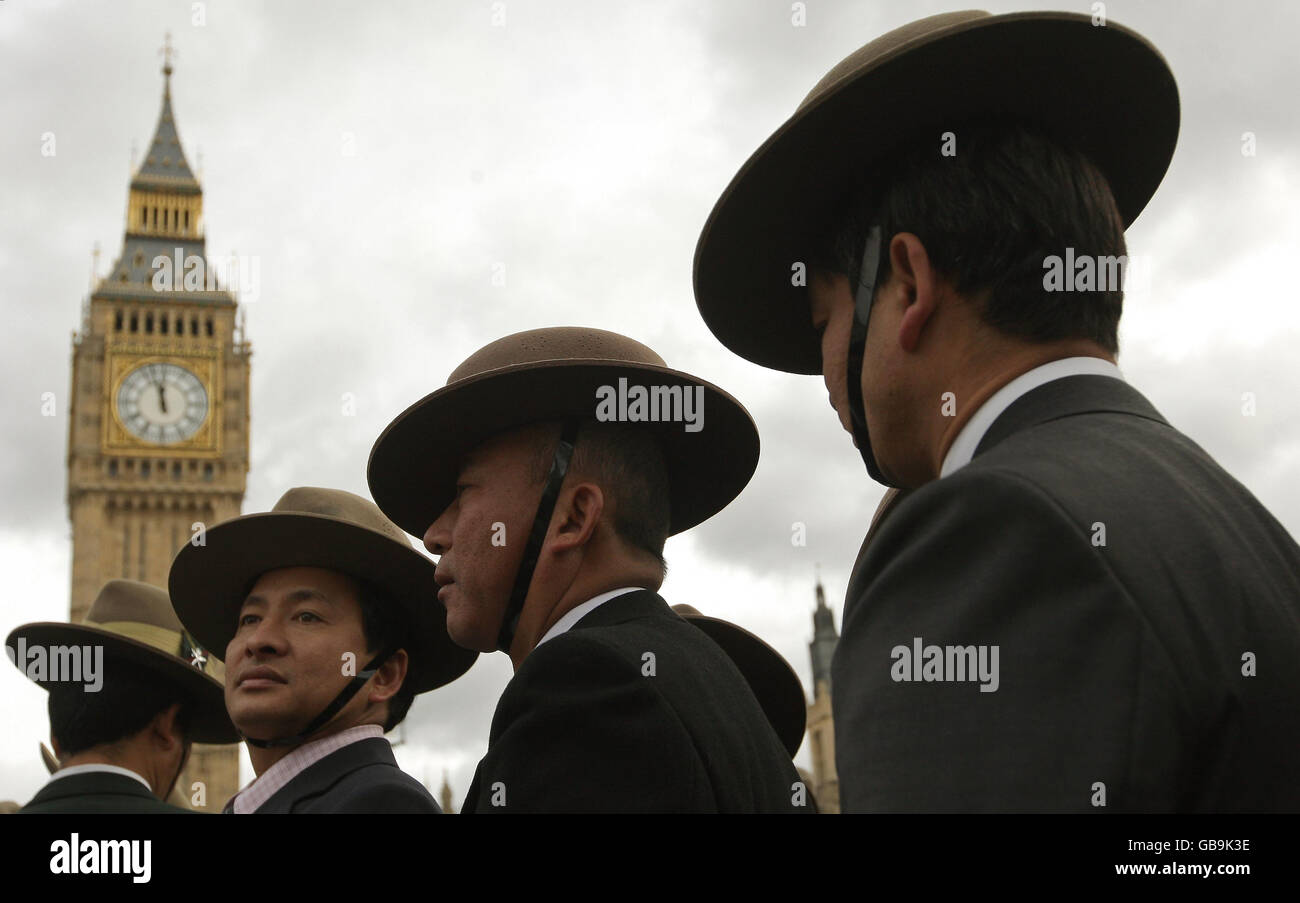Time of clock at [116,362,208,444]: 11:57
